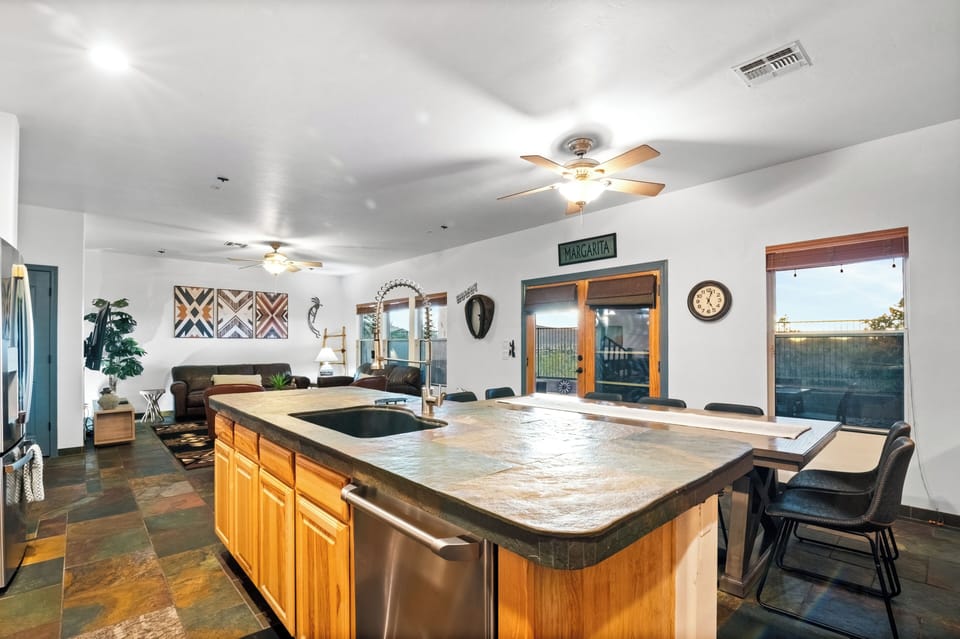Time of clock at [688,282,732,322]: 5:02
